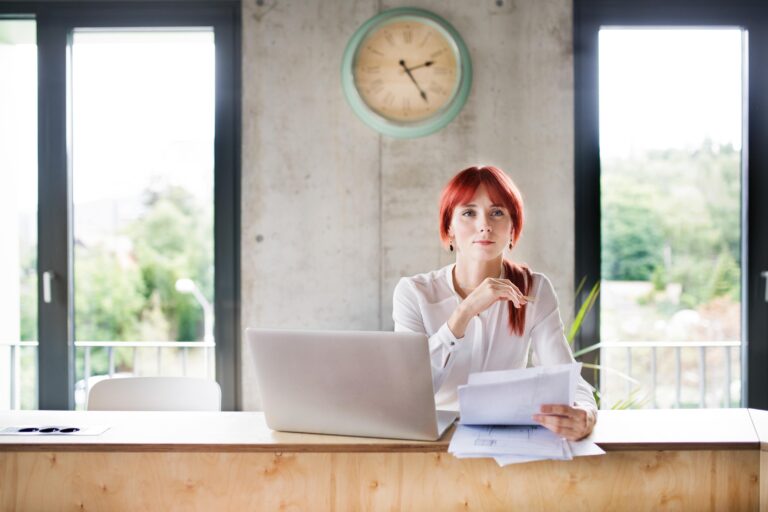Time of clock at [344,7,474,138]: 2:24
